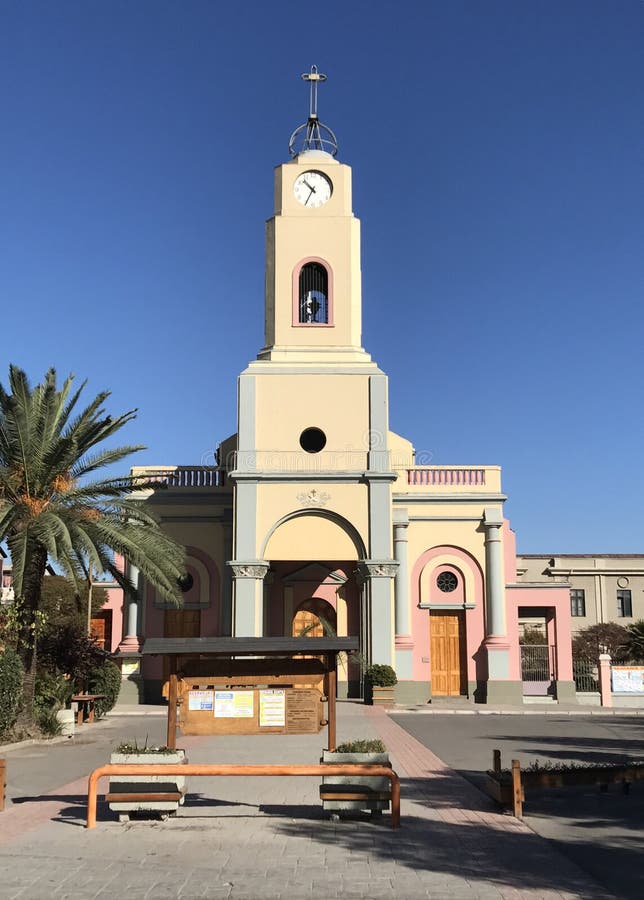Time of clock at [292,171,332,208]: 10:34
